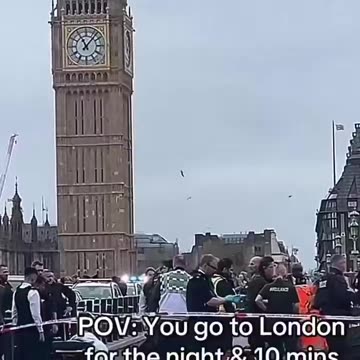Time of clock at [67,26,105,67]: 11:07
